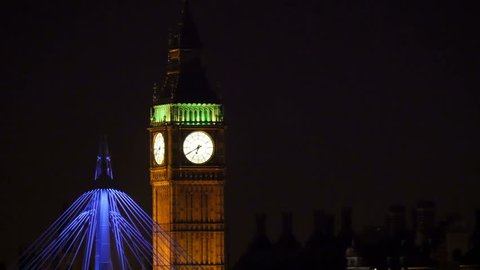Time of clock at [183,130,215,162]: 6:40
